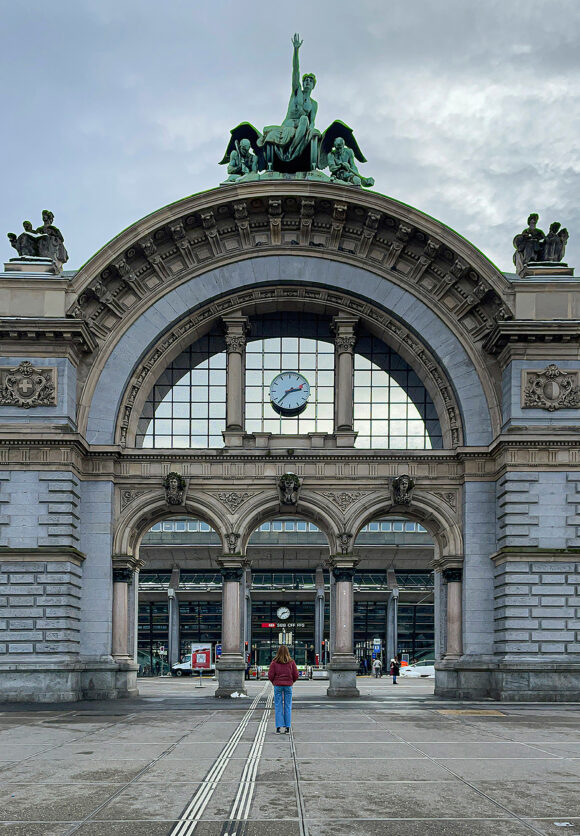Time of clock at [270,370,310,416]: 2:37
